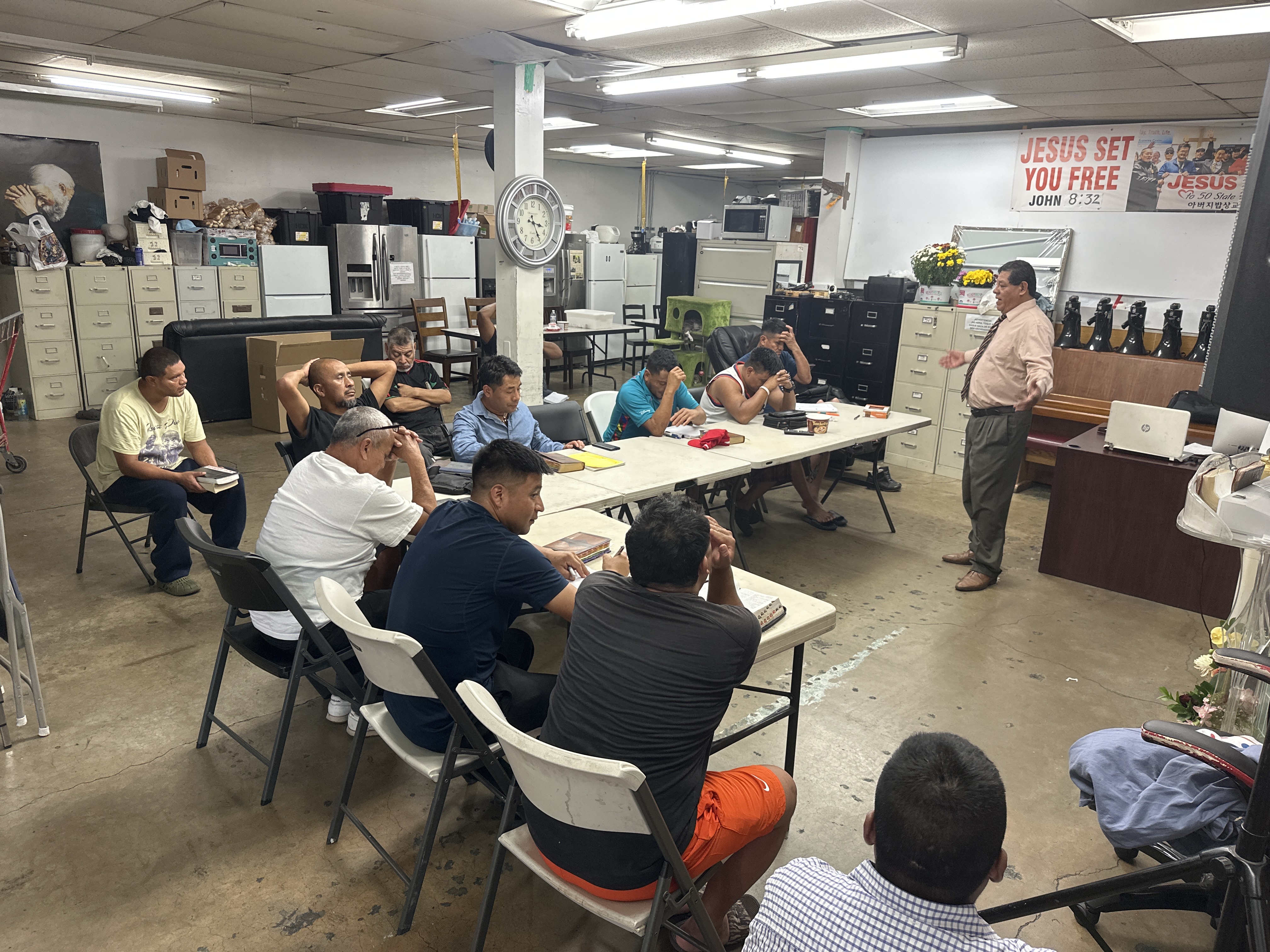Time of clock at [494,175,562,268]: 3:24
